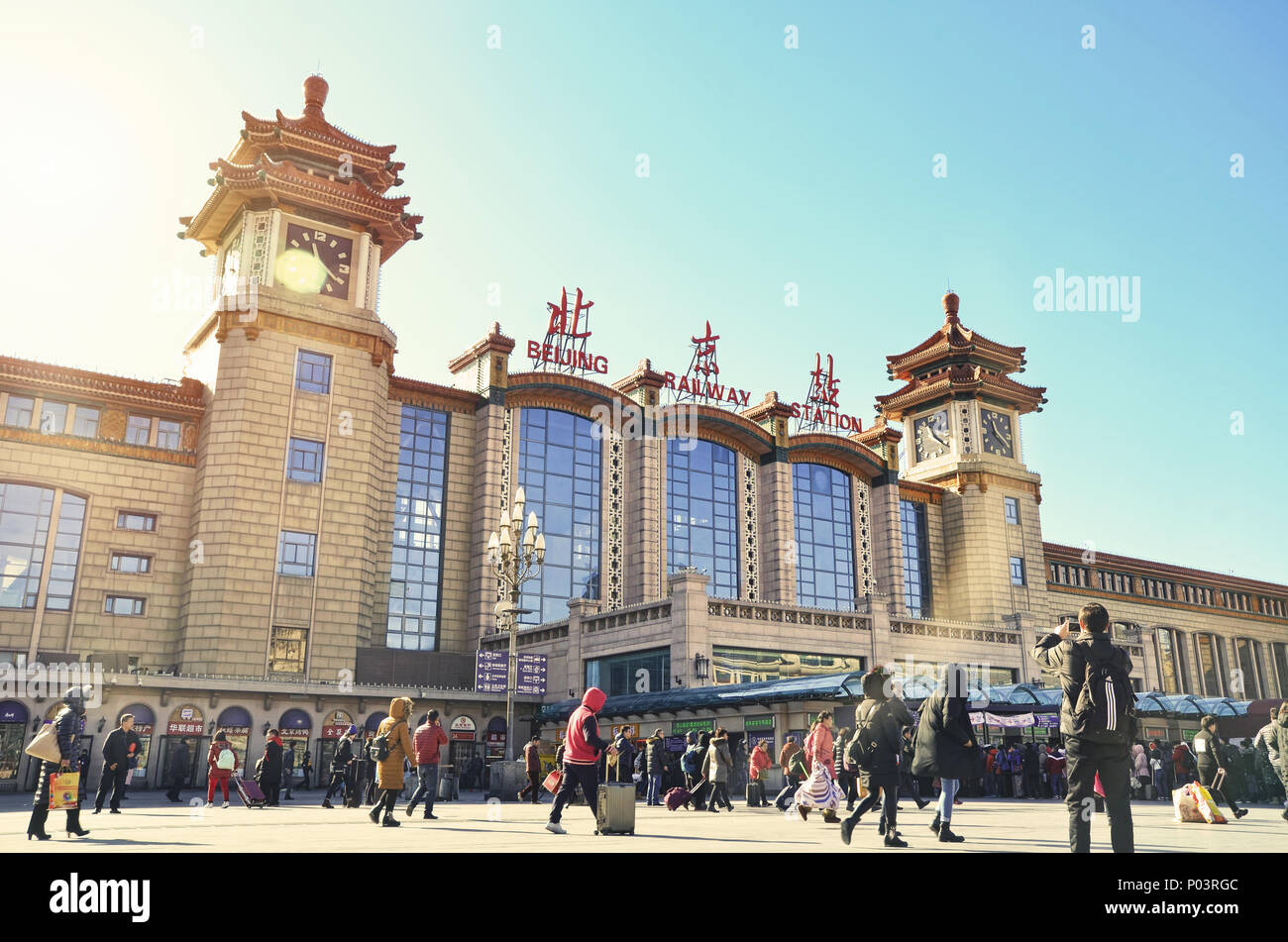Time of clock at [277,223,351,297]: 11:21
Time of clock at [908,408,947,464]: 11:21
